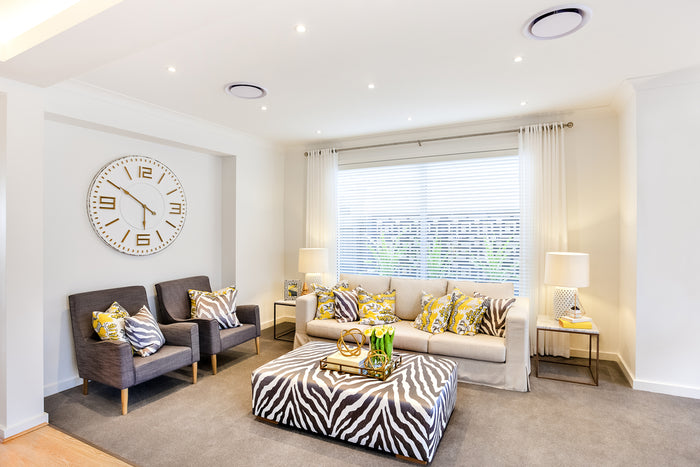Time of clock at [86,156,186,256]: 5:50
